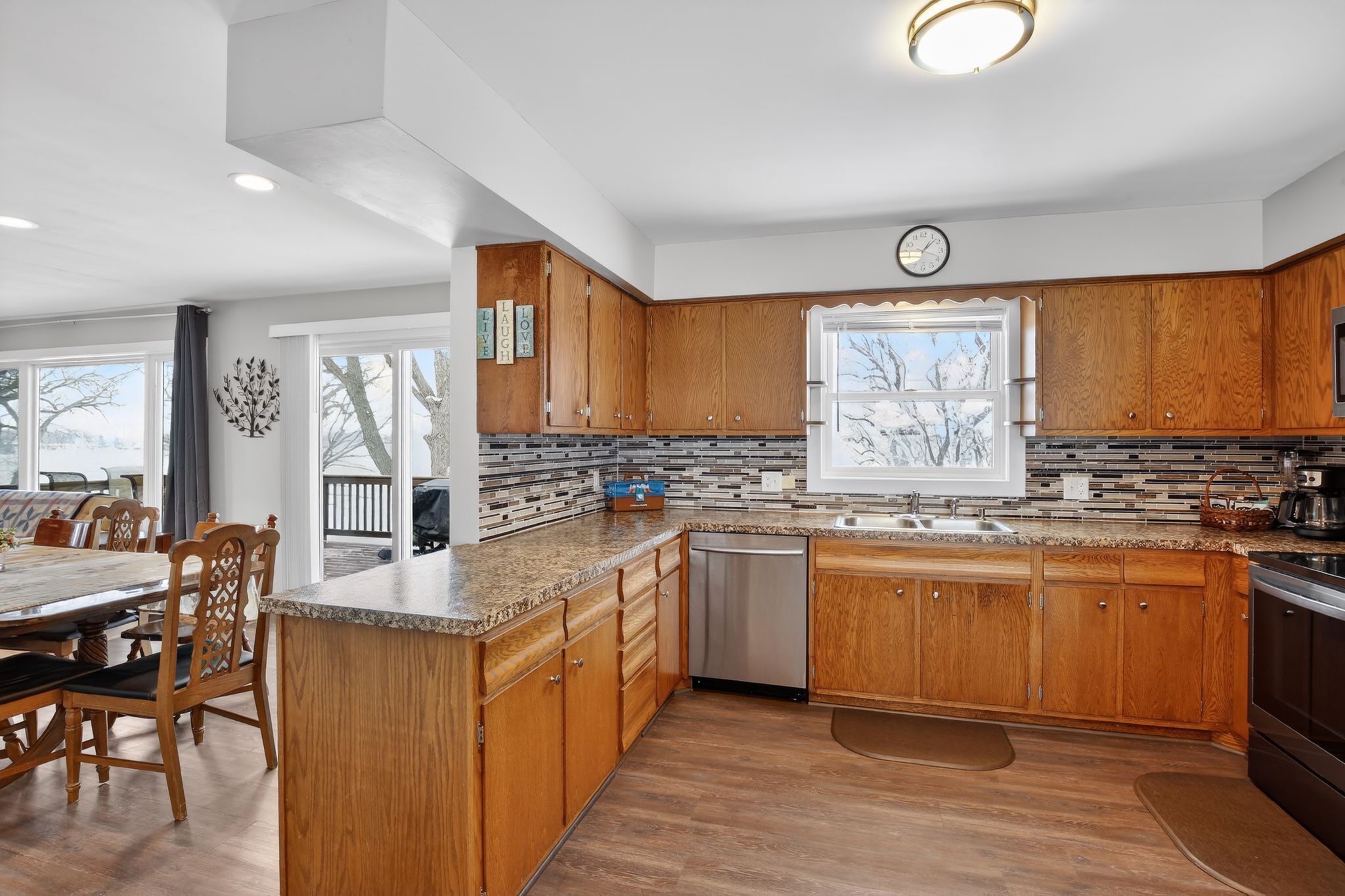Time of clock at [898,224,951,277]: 1:07
